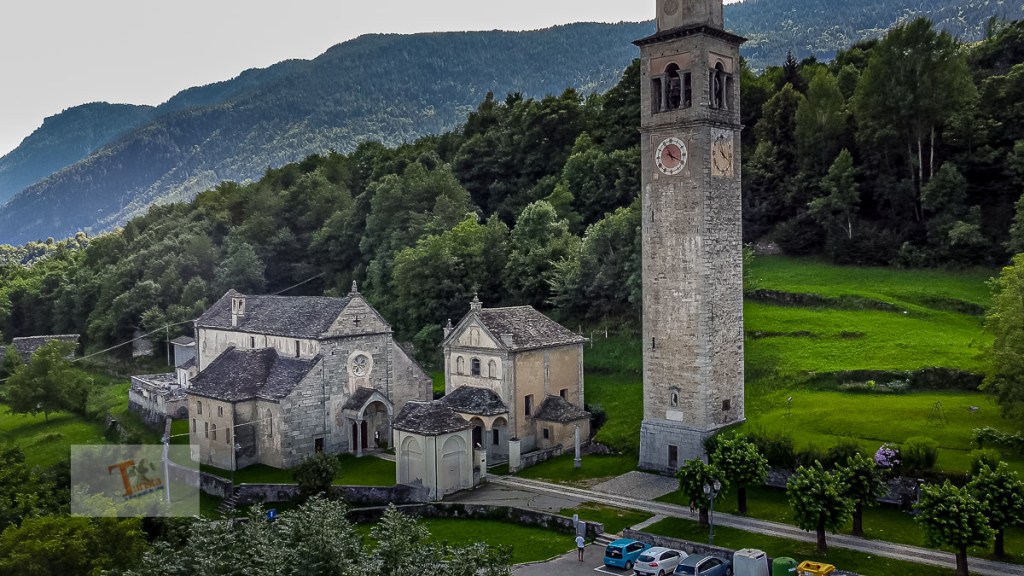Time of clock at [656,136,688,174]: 11:19
